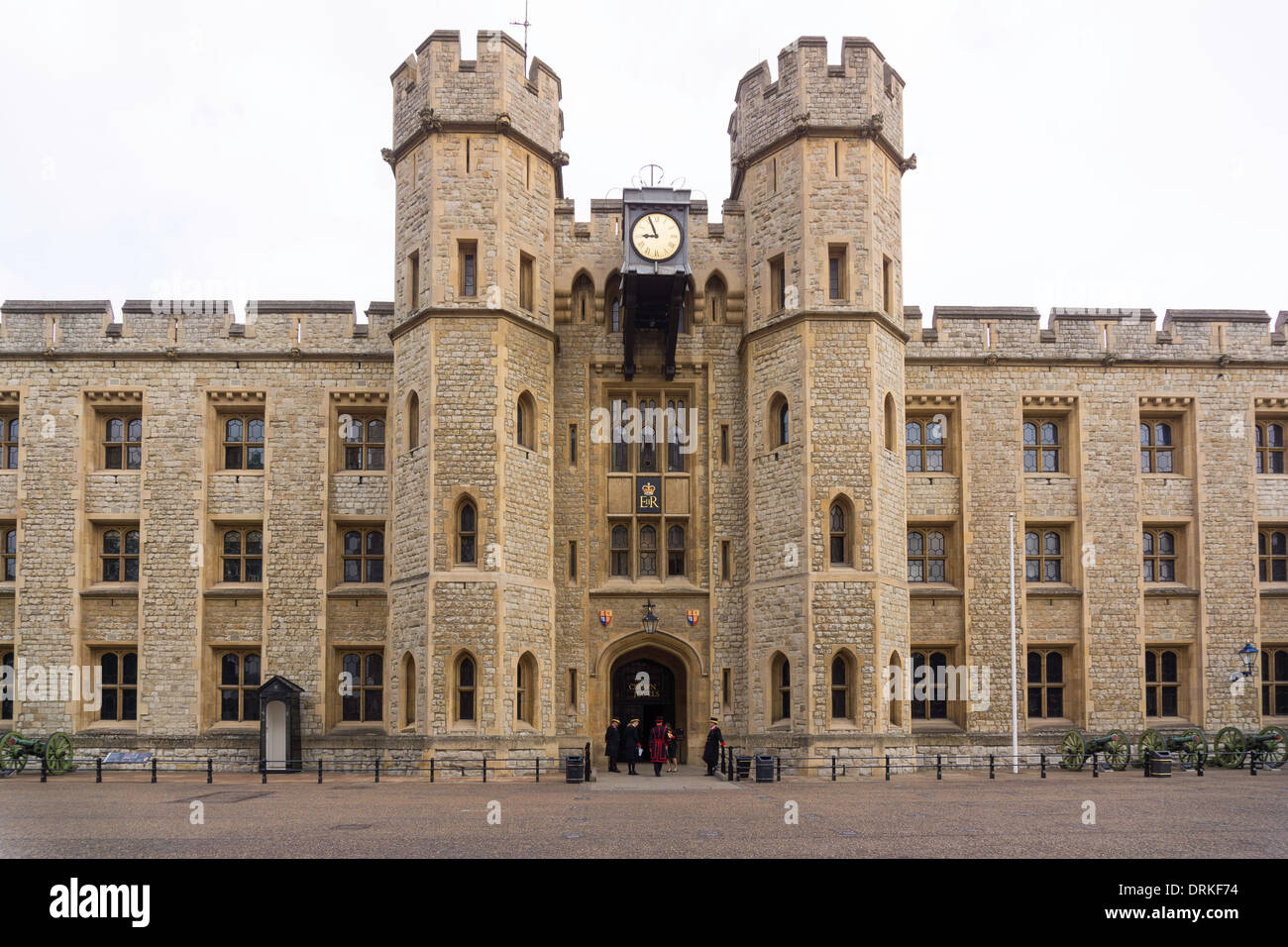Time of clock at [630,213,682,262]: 8:56
